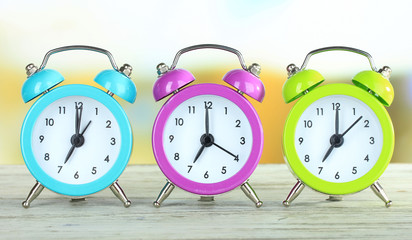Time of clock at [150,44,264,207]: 6:59
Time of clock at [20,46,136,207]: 7:00
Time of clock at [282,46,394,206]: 7:00
